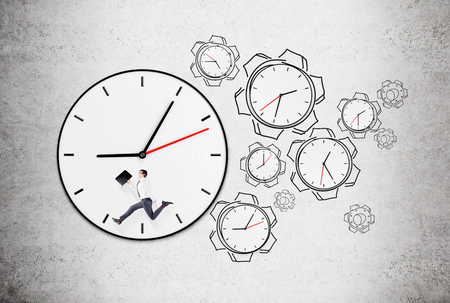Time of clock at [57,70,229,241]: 9:05
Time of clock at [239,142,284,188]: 8:00
